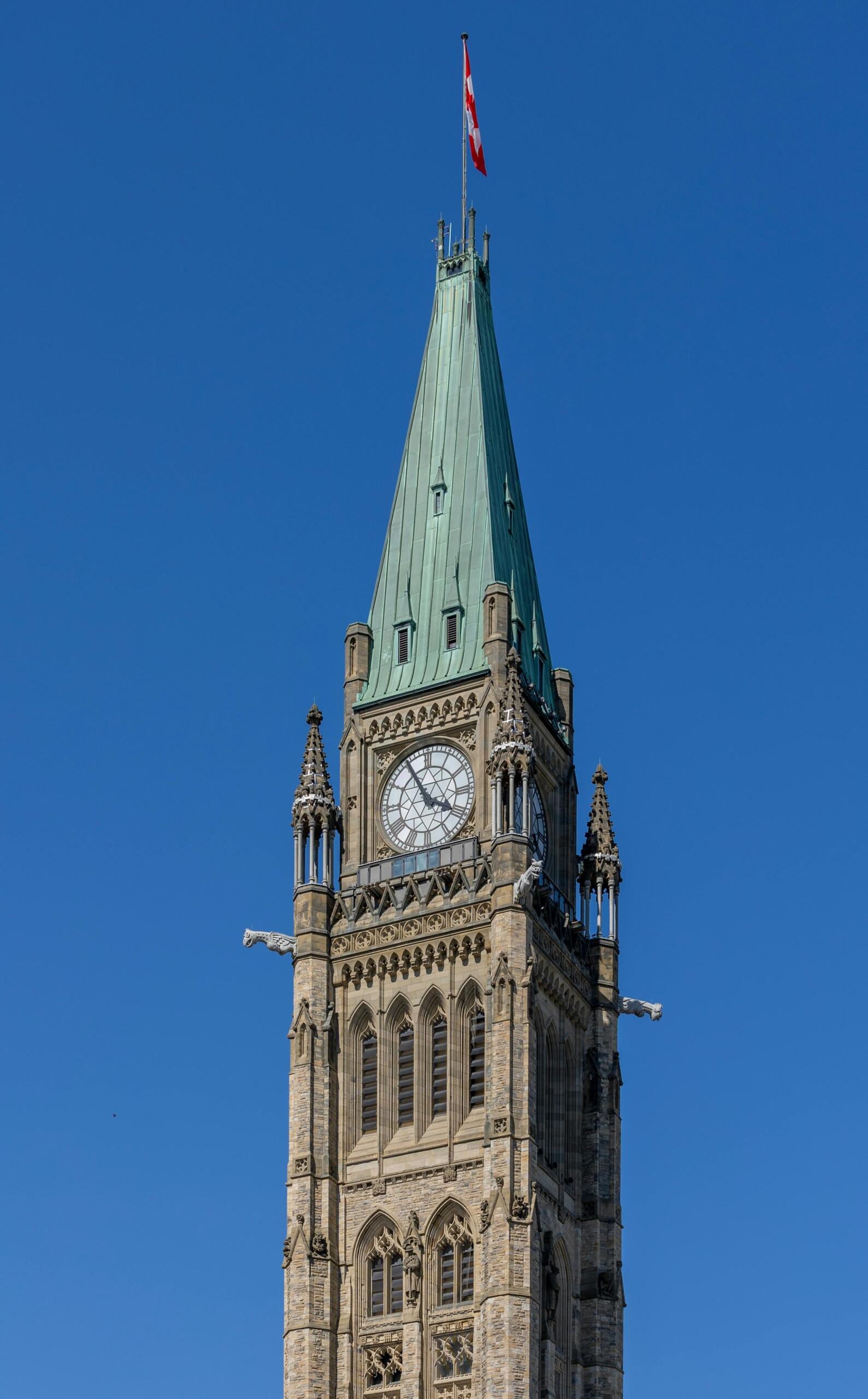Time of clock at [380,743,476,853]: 3:55
